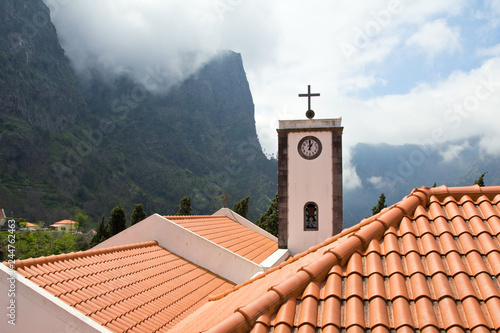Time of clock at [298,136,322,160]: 12:59
